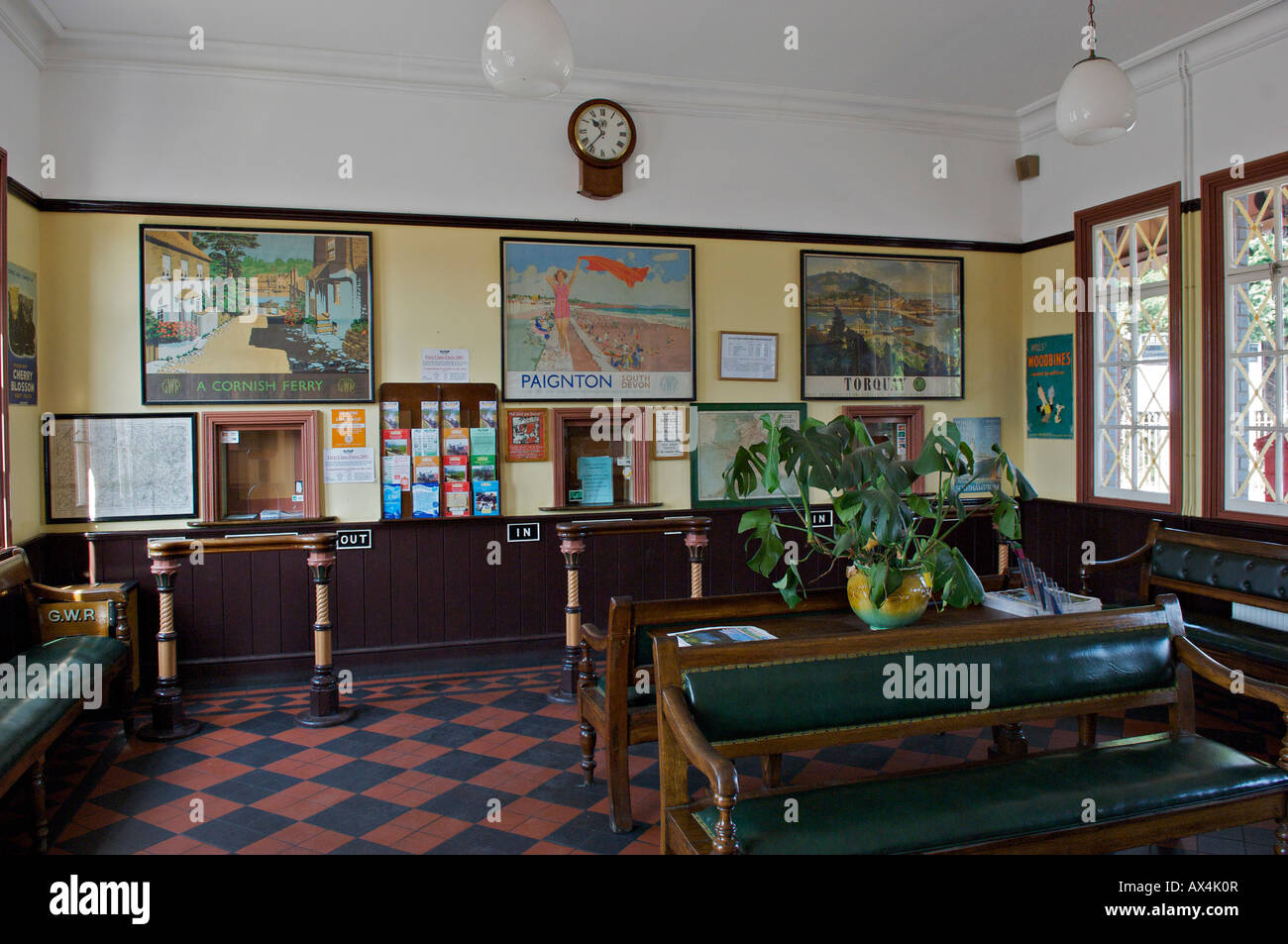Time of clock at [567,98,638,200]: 10:36
